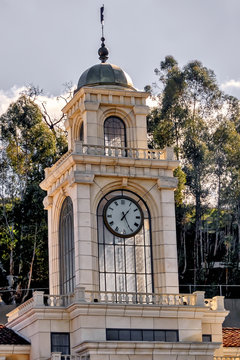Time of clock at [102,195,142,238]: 1:25
